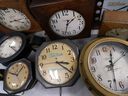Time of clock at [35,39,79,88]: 3:21
